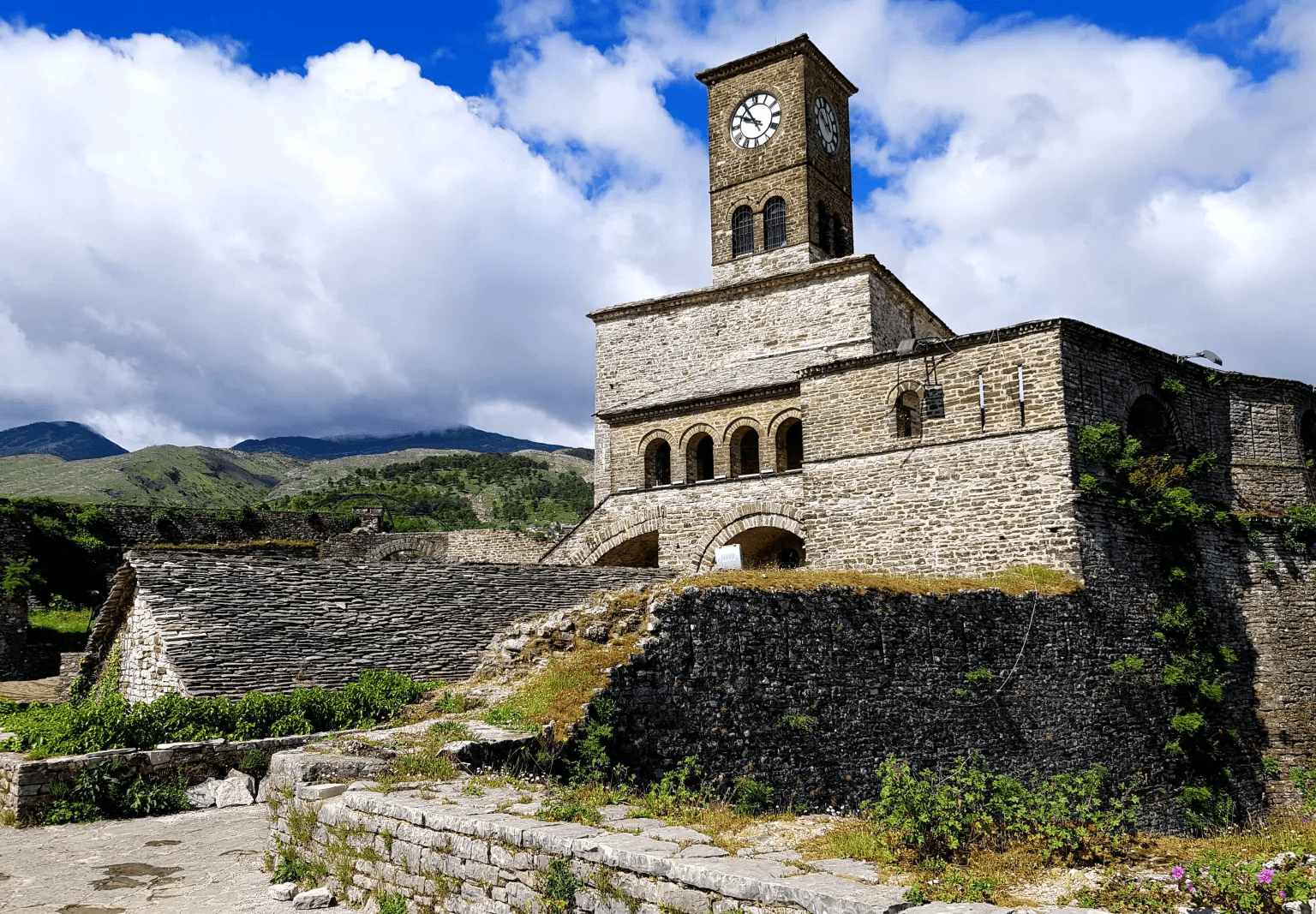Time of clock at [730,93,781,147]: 9:54
